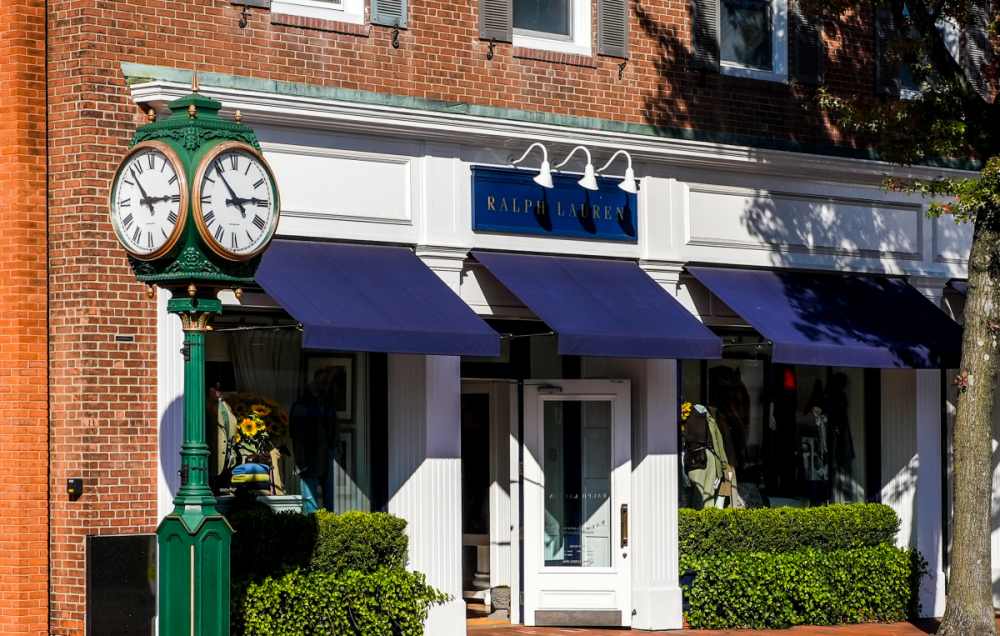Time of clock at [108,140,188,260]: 2:53
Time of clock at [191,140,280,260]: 2:53
